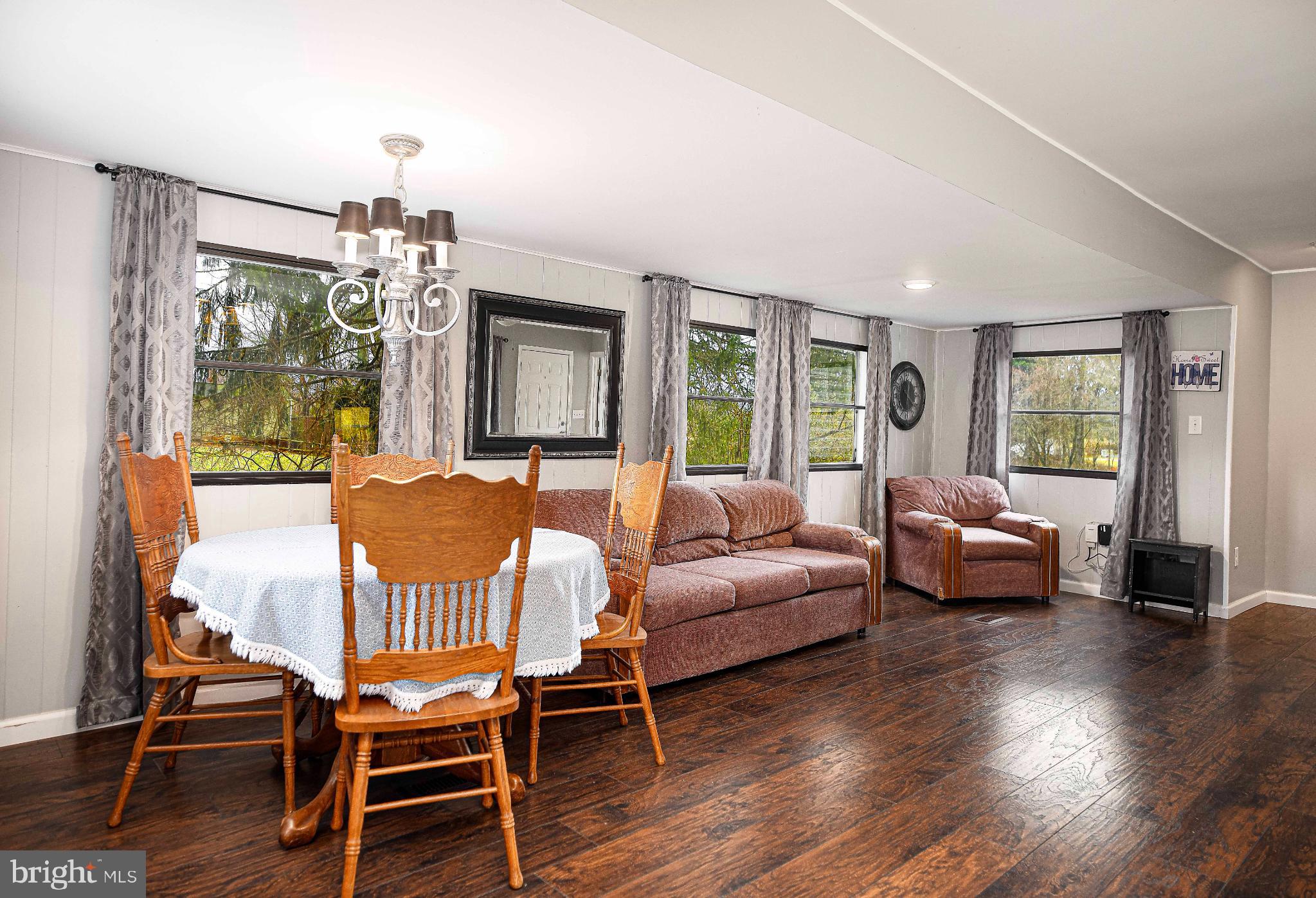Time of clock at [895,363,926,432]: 12:21
